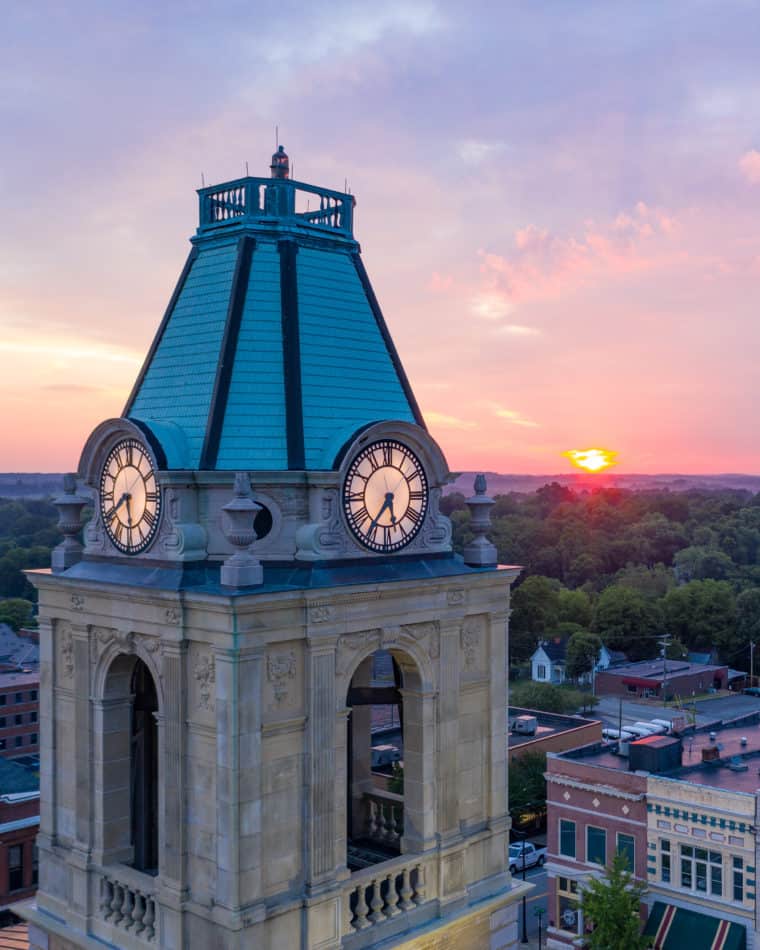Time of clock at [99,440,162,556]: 5:40
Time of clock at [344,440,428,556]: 5:35
